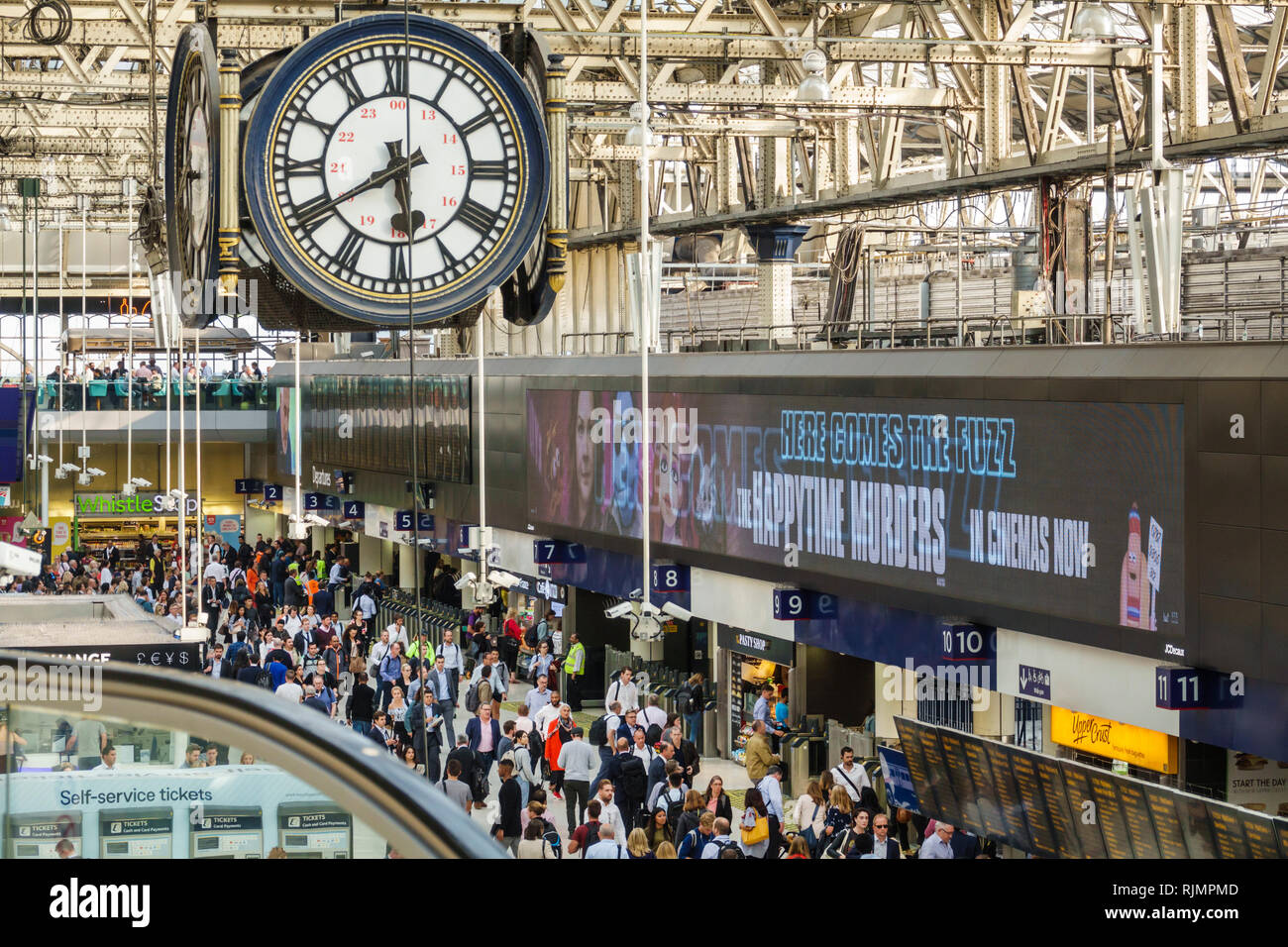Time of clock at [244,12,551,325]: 5:40
